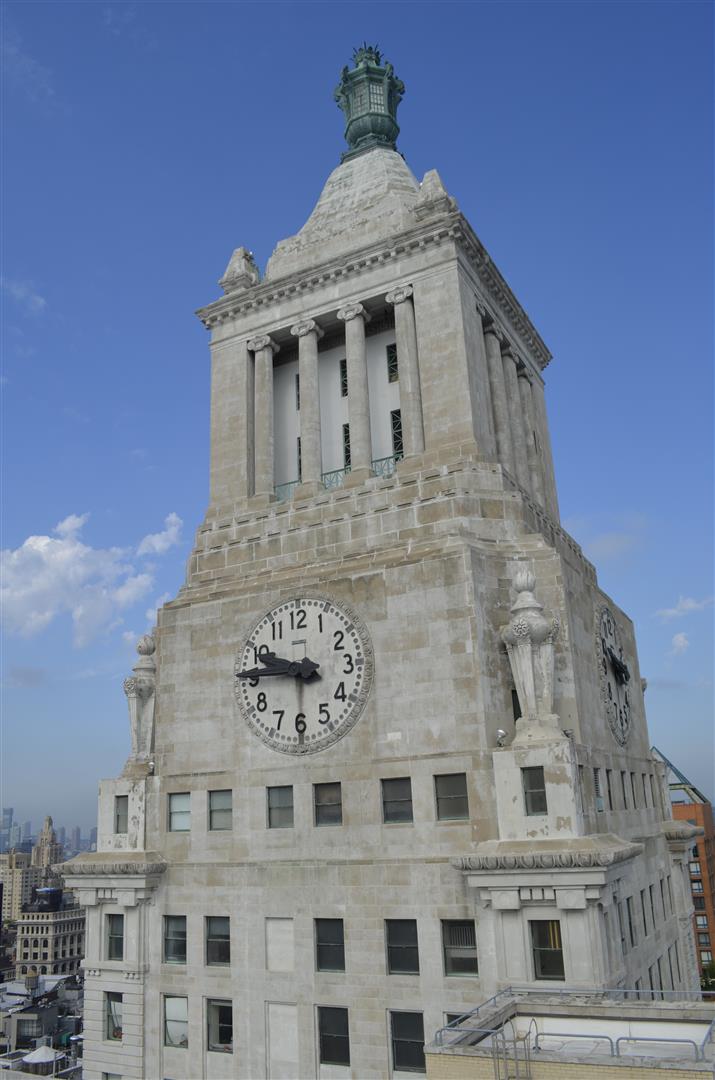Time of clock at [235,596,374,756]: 9:45
